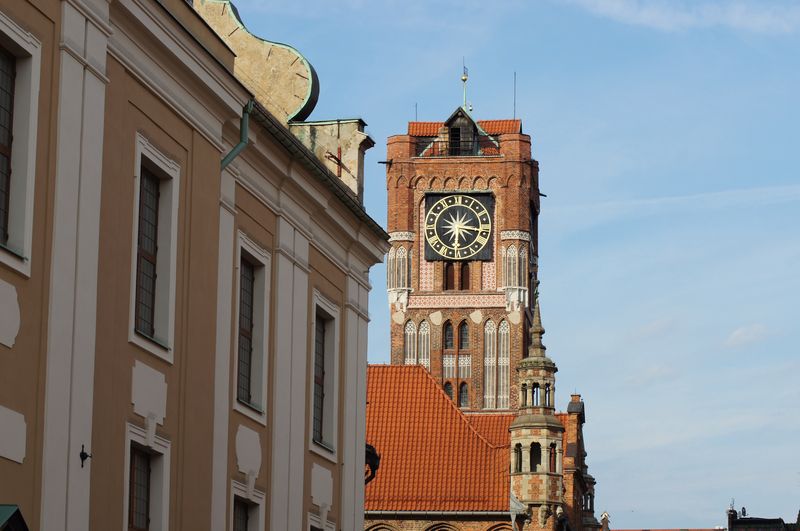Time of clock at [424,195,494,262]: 6:15
